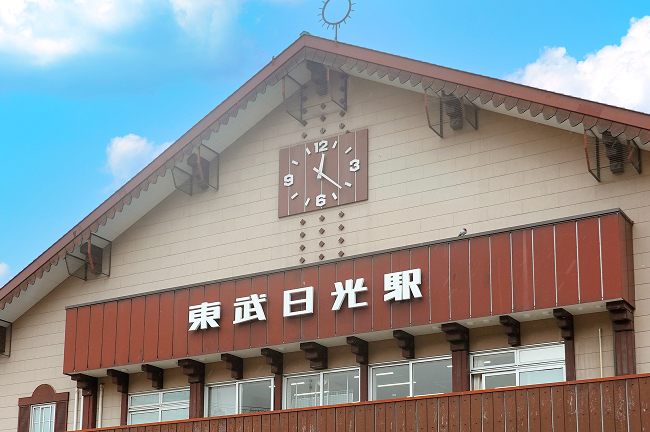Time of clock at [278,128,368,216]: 12:21
